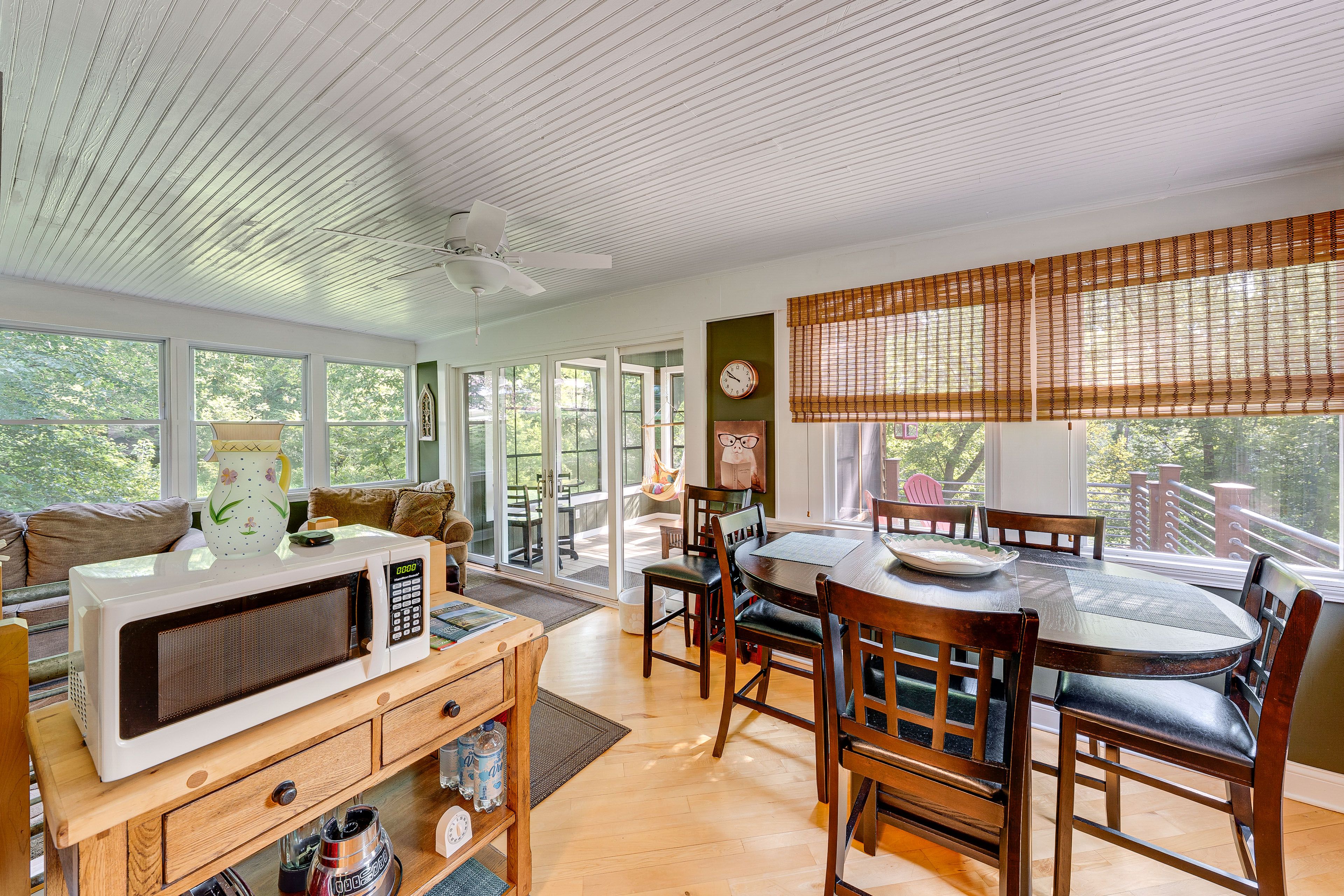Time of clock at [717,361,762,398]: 9:51
